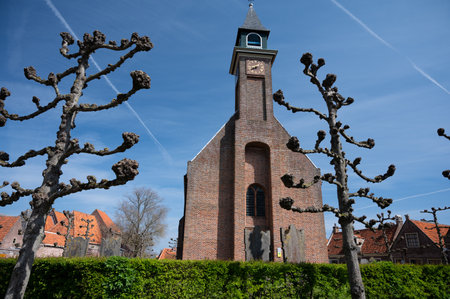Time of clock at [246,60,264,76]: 8:12
